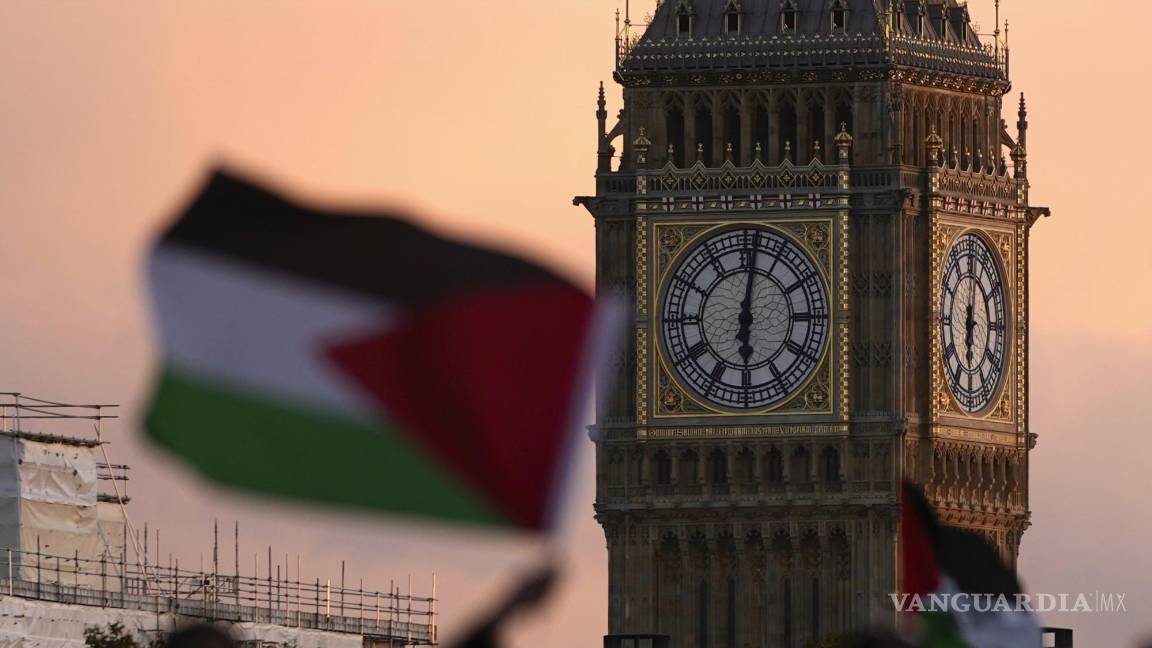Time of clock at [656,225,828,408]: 6:01
